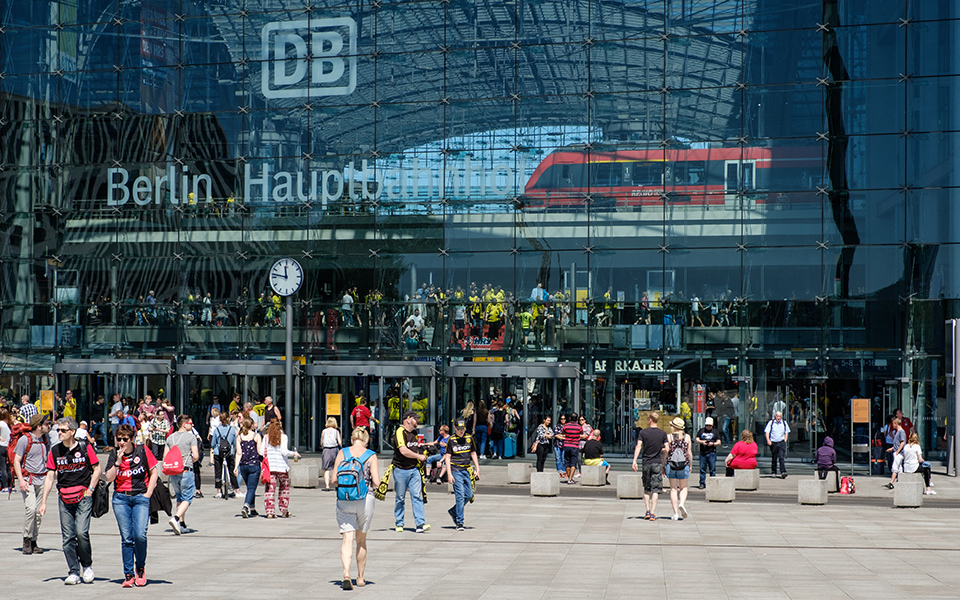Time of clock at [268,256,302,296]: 11:46
